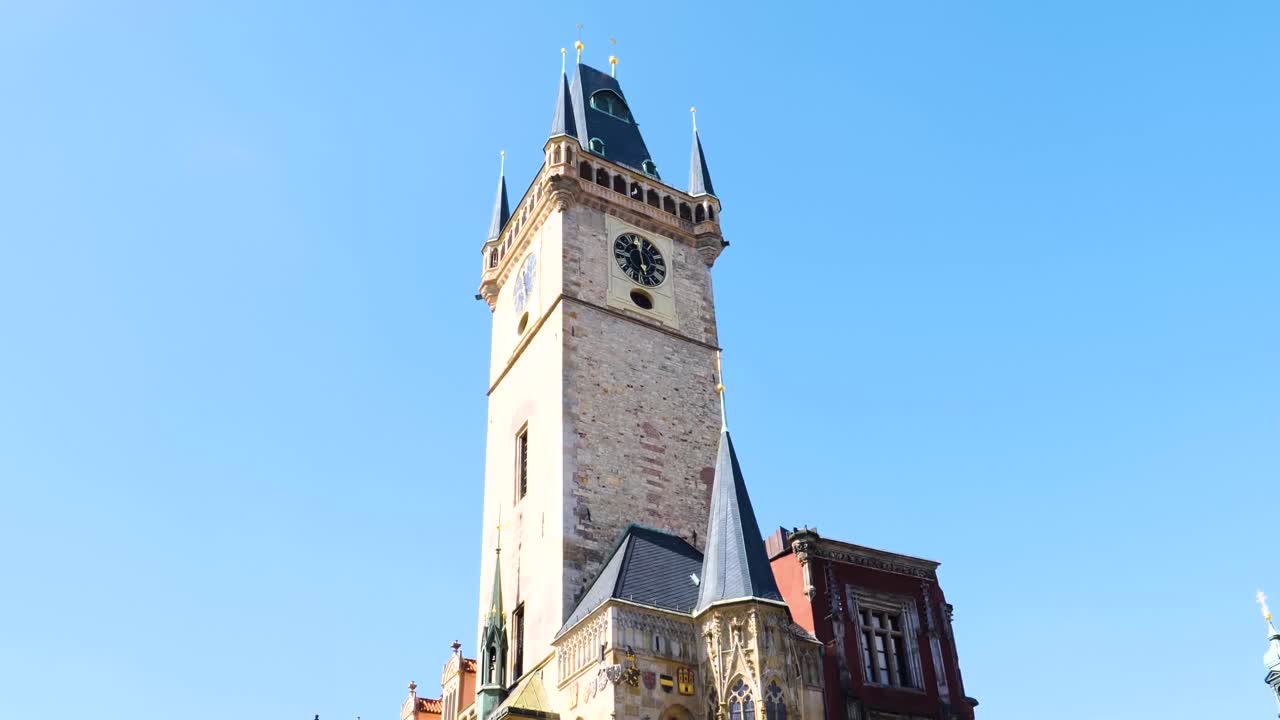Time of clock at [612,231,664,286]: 5:59
